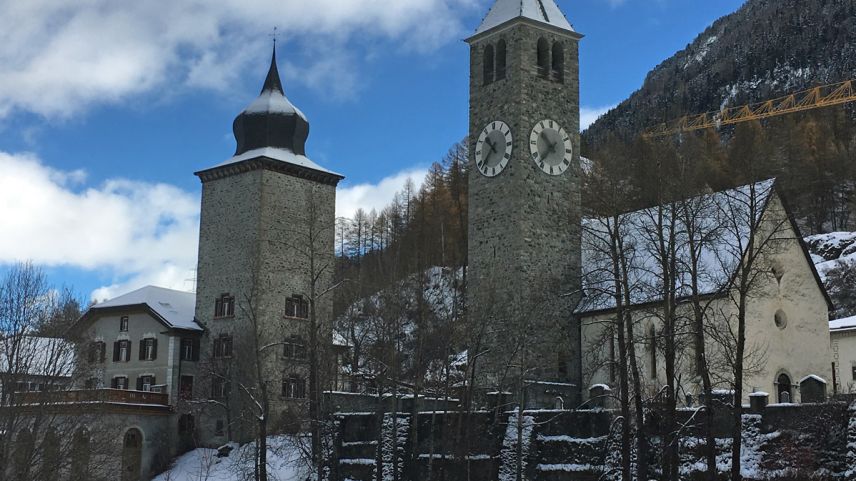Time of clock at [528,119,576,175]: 10:36
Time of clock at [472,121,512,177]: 10:37
